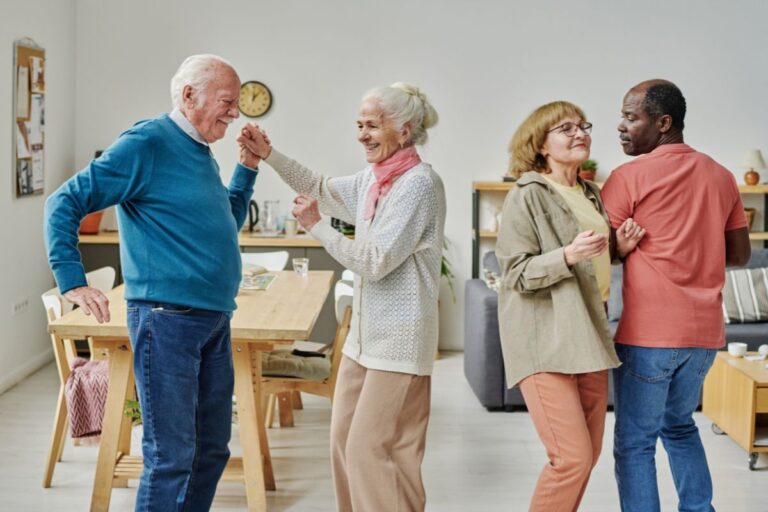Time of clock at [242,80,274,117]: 12:06
